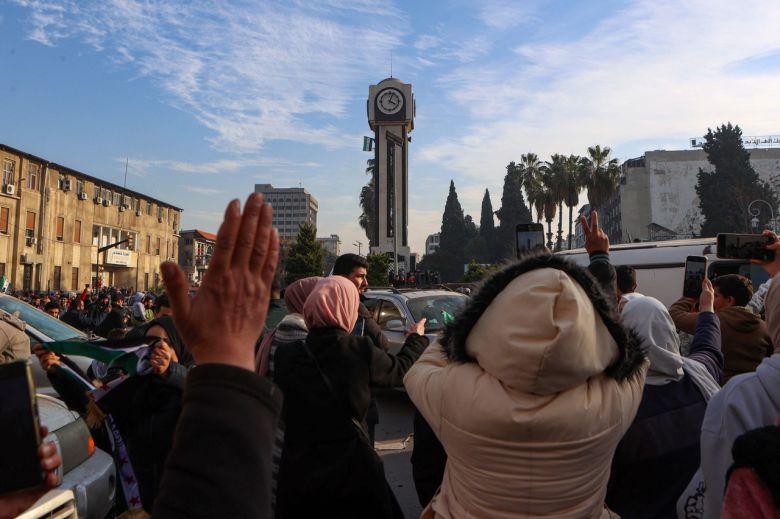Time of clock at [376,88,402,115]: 4:03
